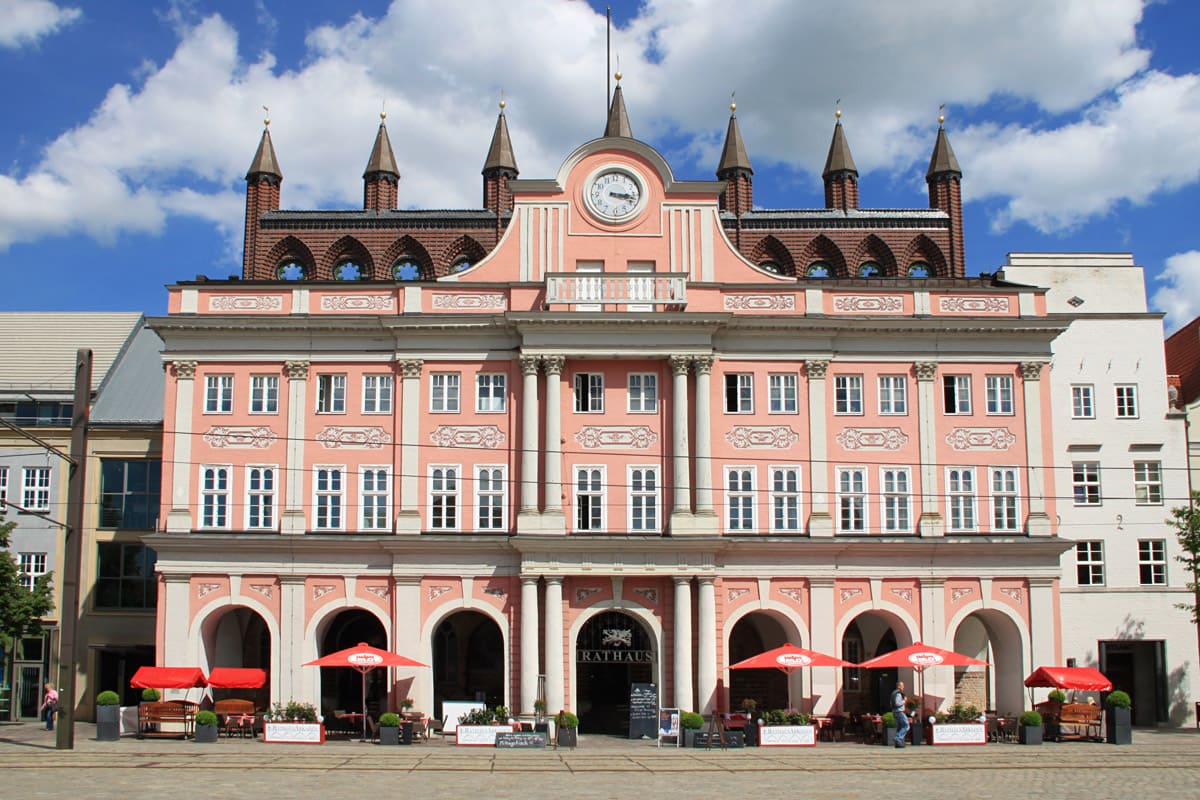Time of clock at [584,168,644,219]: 3:17
